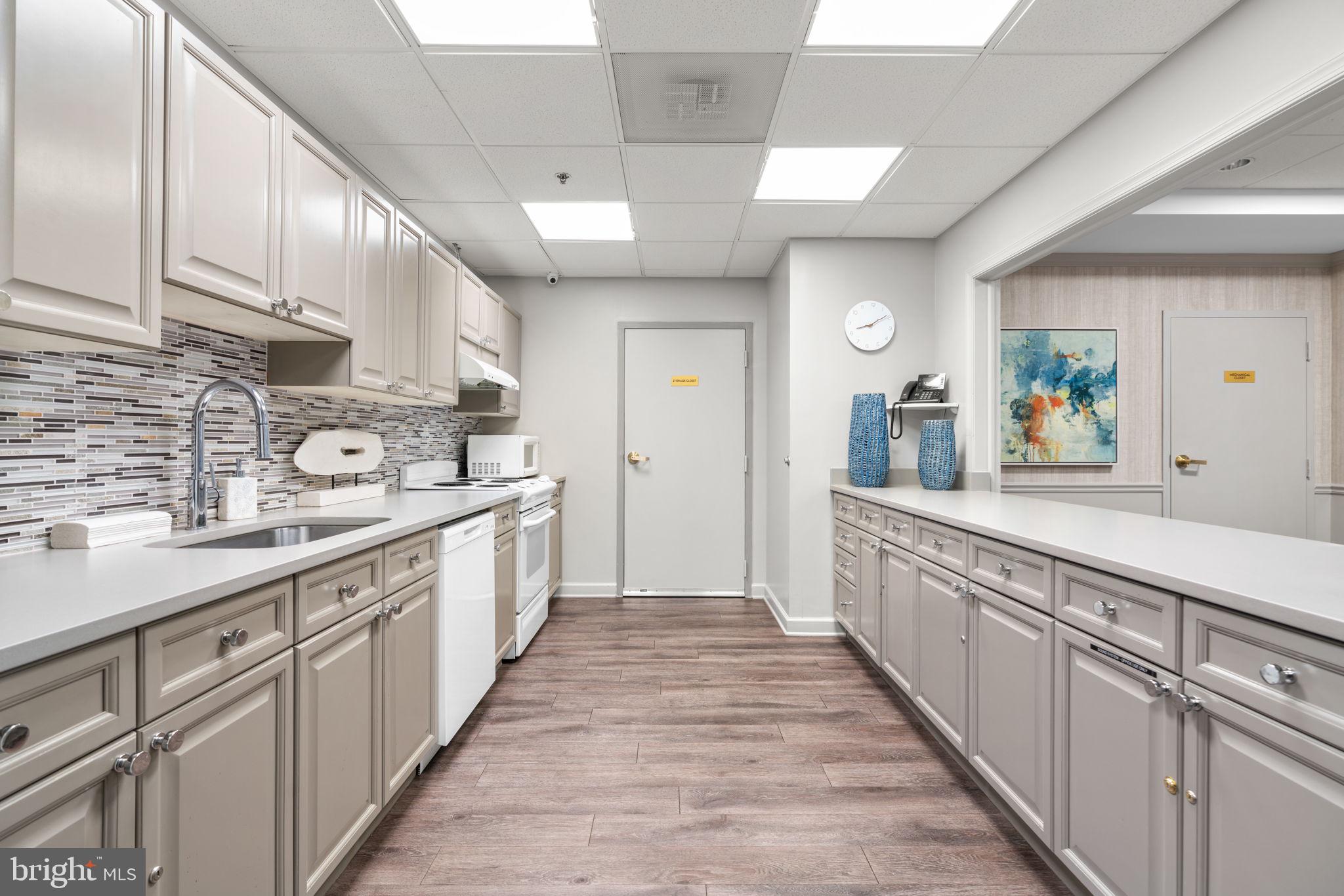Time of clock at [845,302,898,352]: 8:08
